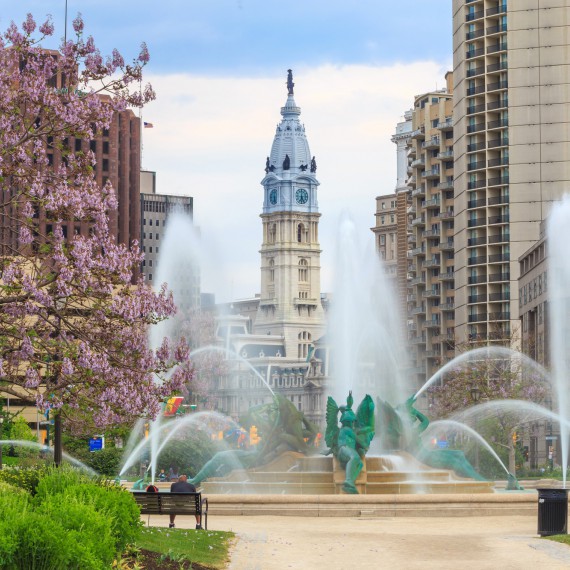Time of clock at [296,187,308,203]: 6:25
